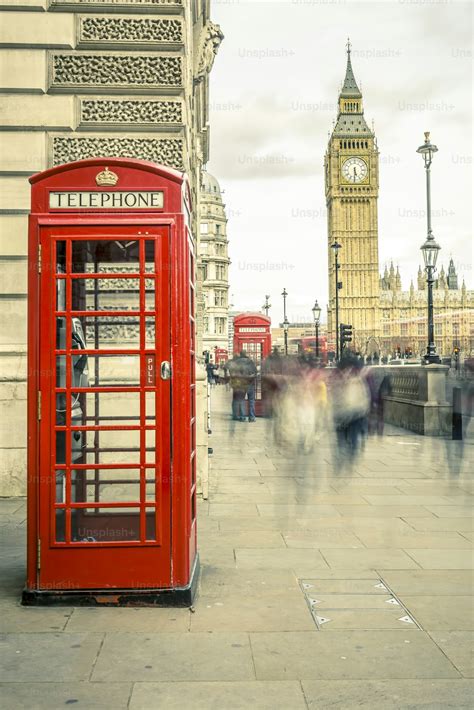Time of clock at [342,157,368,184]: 5:30
